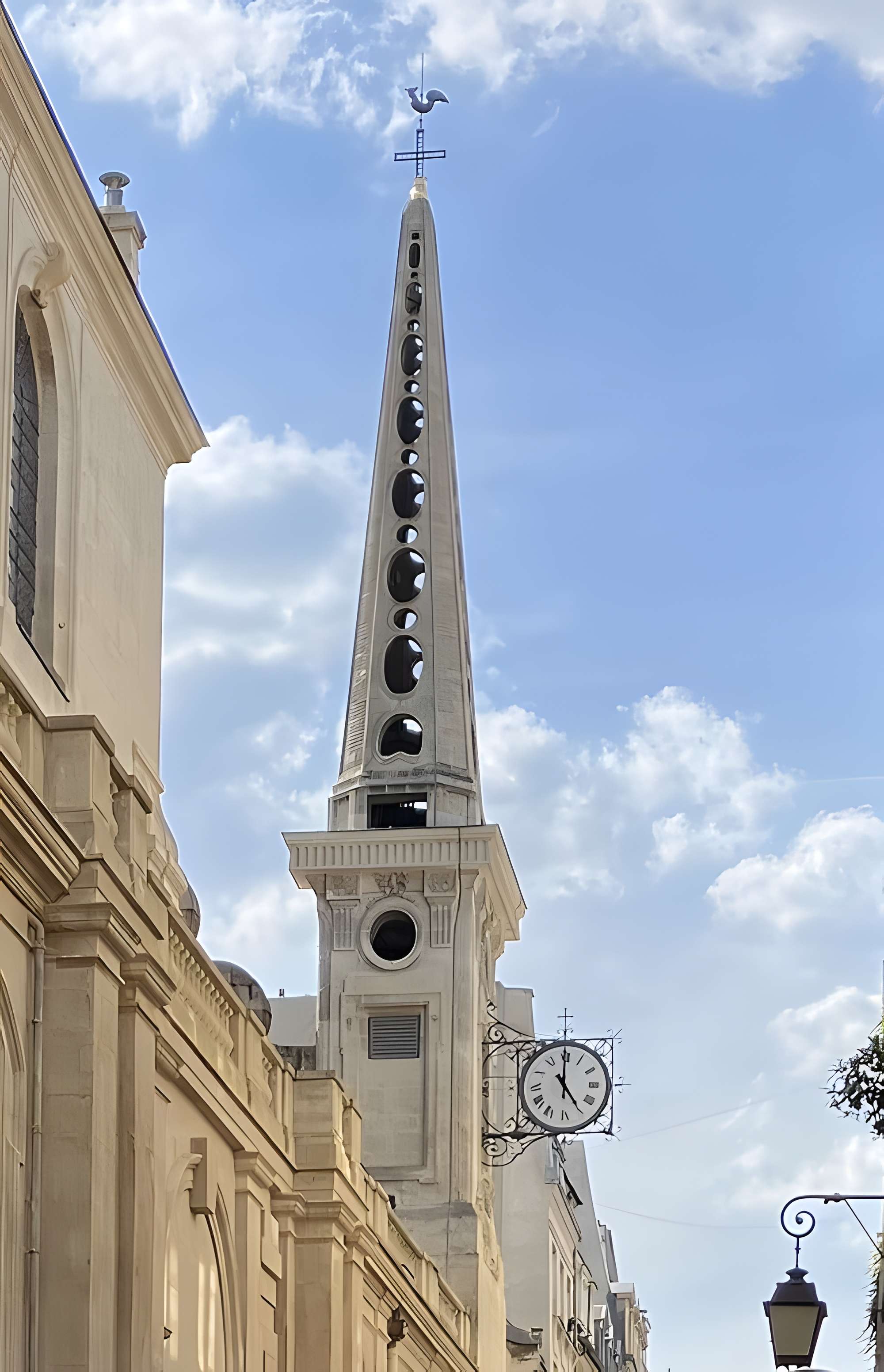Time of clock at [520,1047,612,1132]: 4:59
